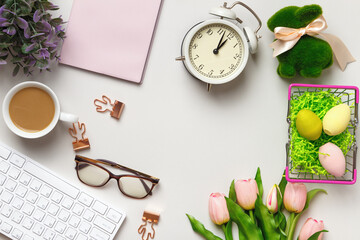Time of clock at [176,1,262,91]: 1:02
